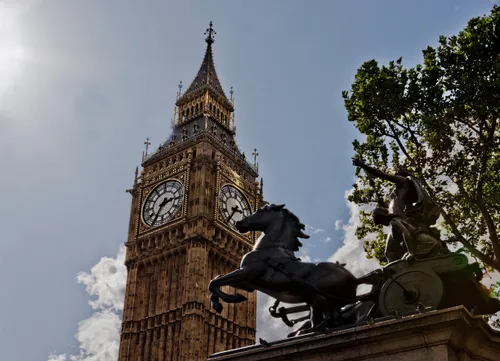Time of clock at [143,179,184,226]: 2:35
